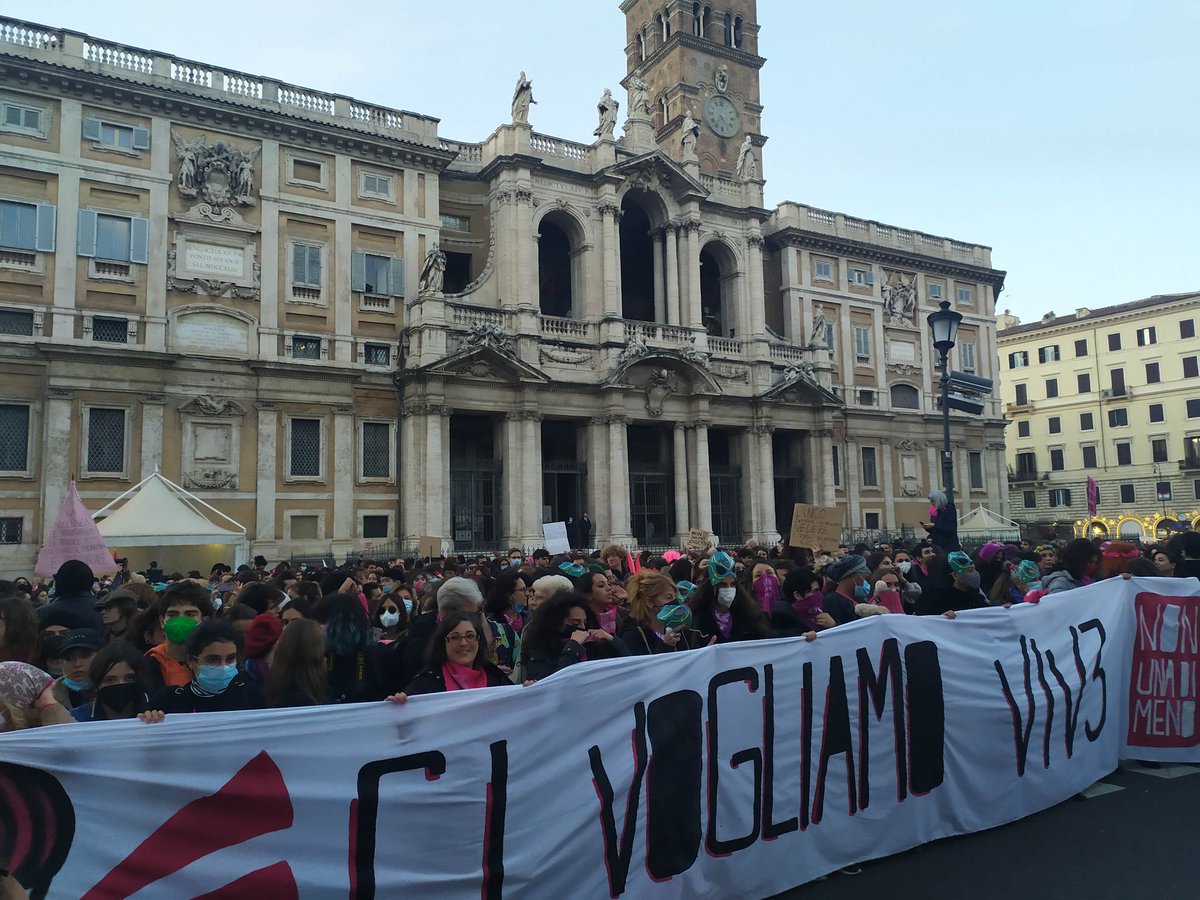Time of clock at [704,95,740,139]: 4:37
